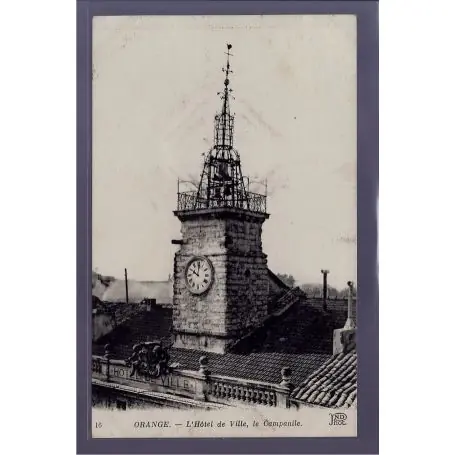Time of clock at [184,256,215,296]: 10:00
